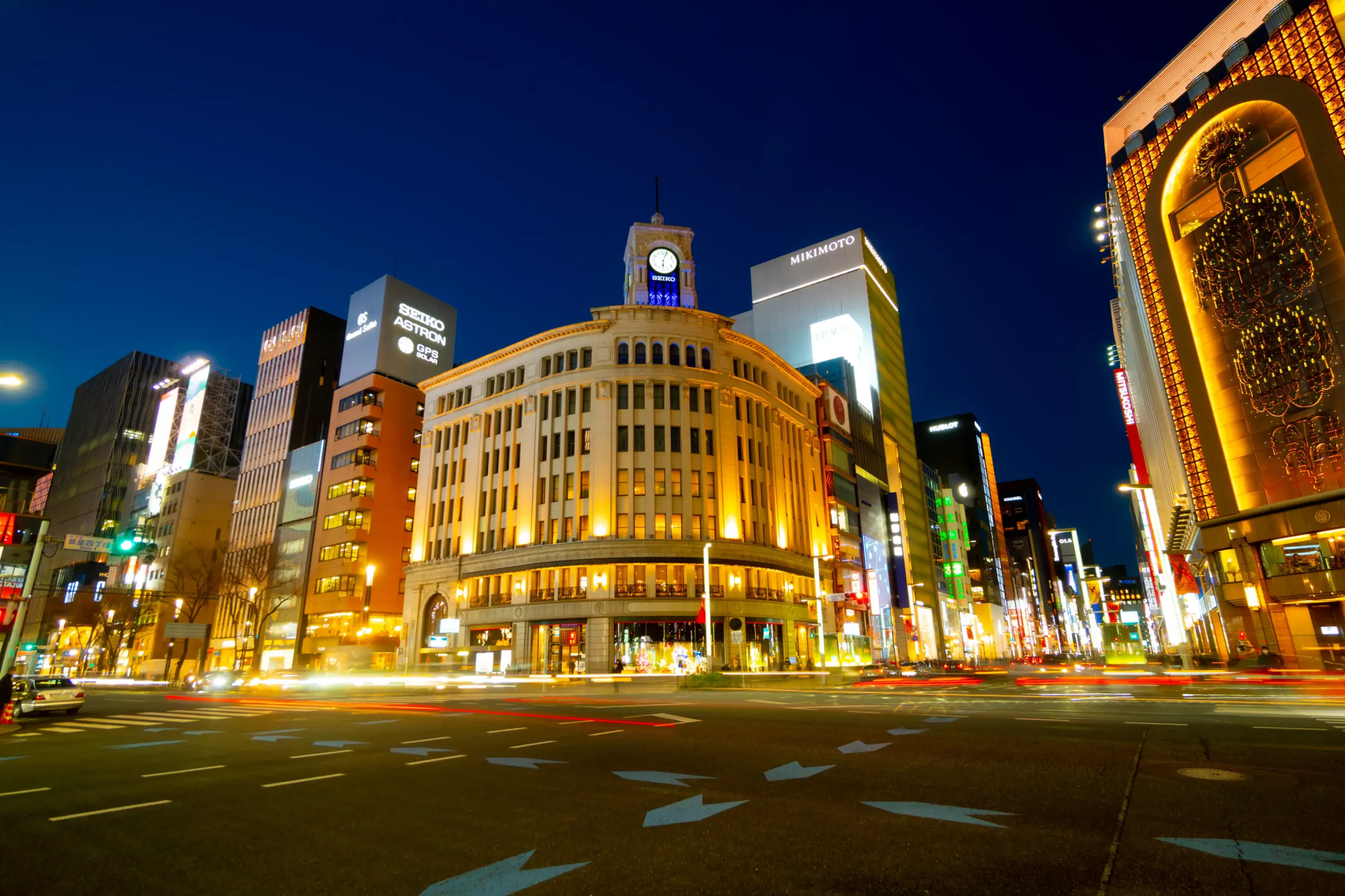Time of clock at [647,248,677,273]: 6:03
